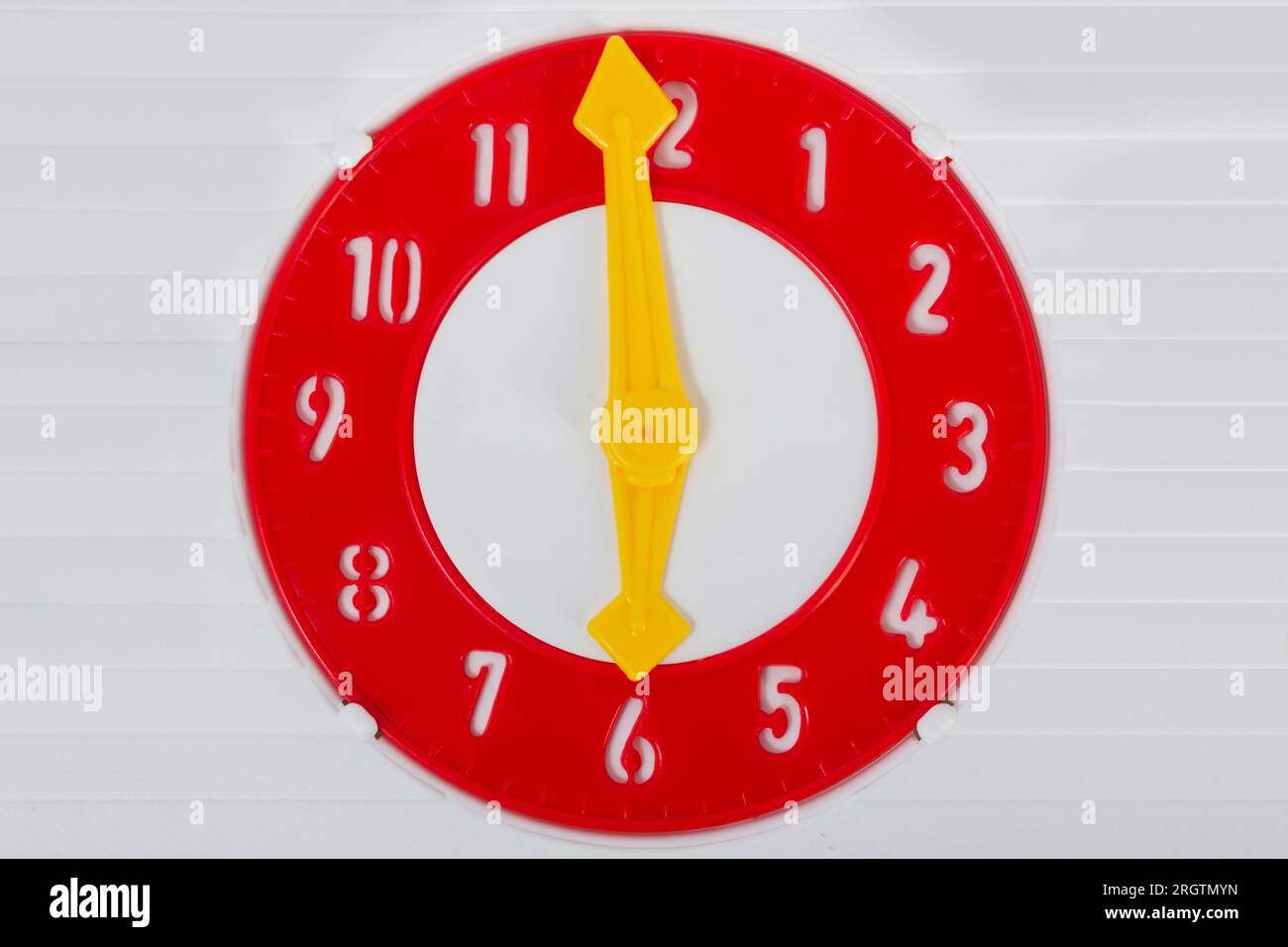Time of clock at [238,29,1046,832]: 5:59
